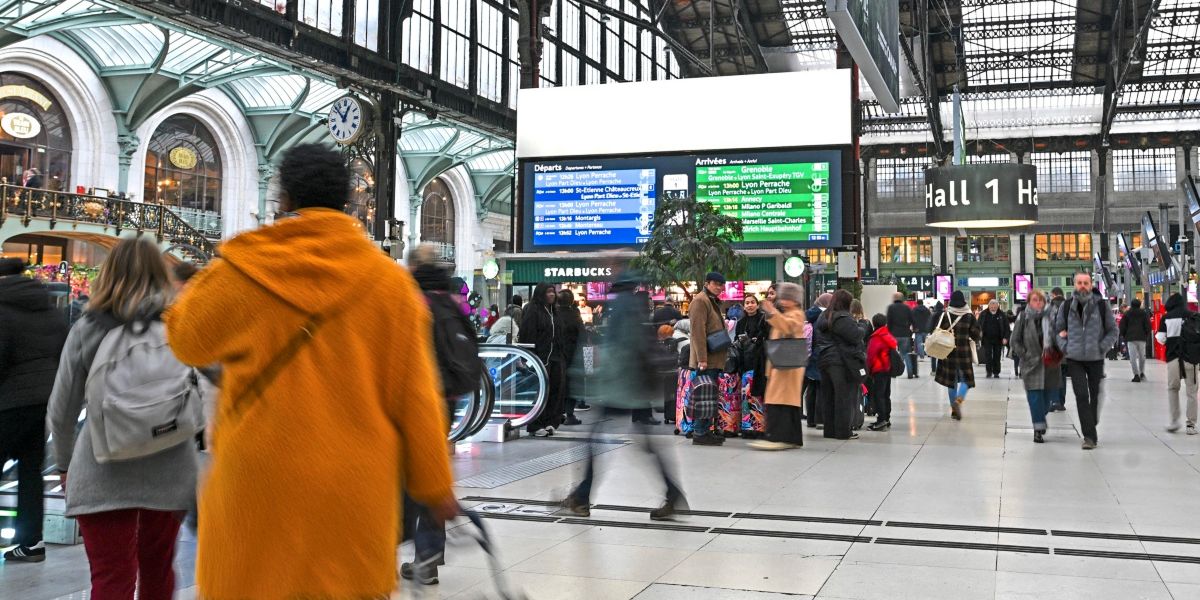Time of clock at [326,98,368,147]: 12:52
